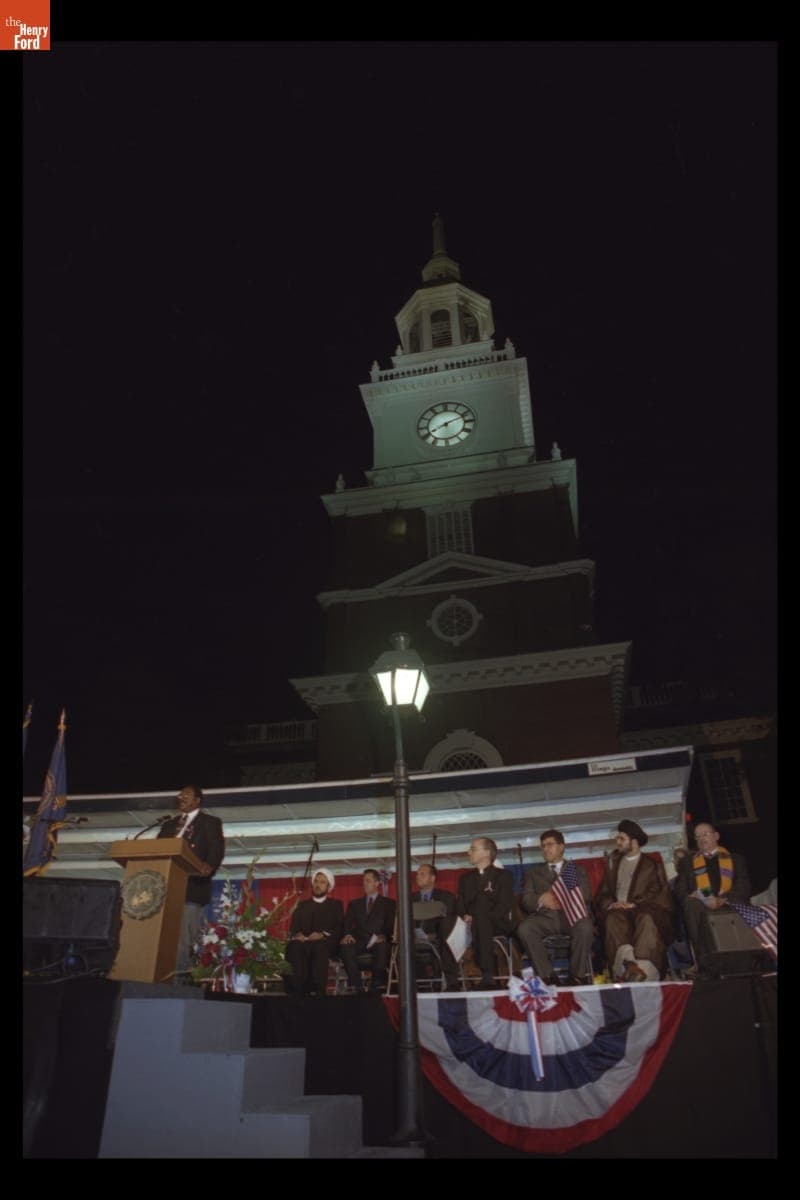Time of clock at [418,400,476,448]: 8:11
